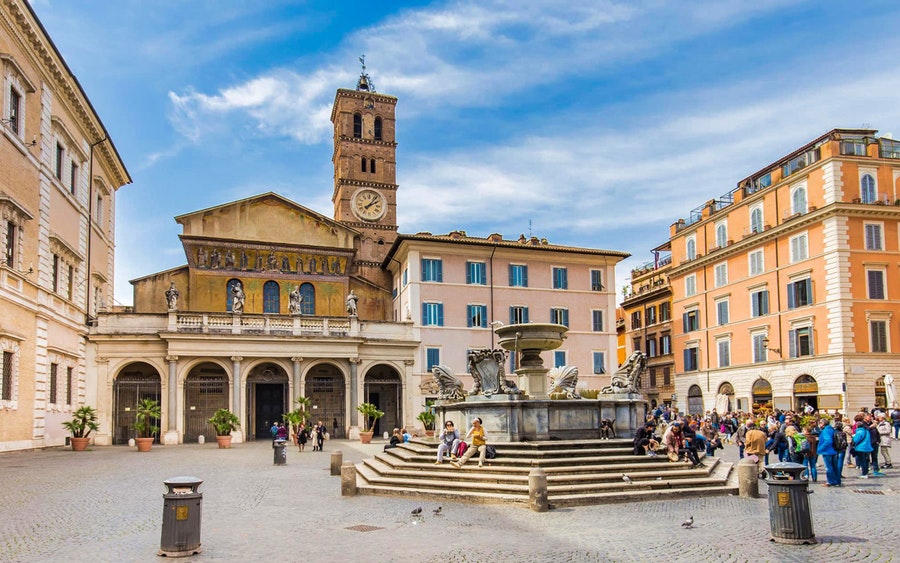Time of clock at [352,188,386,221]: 2:06
